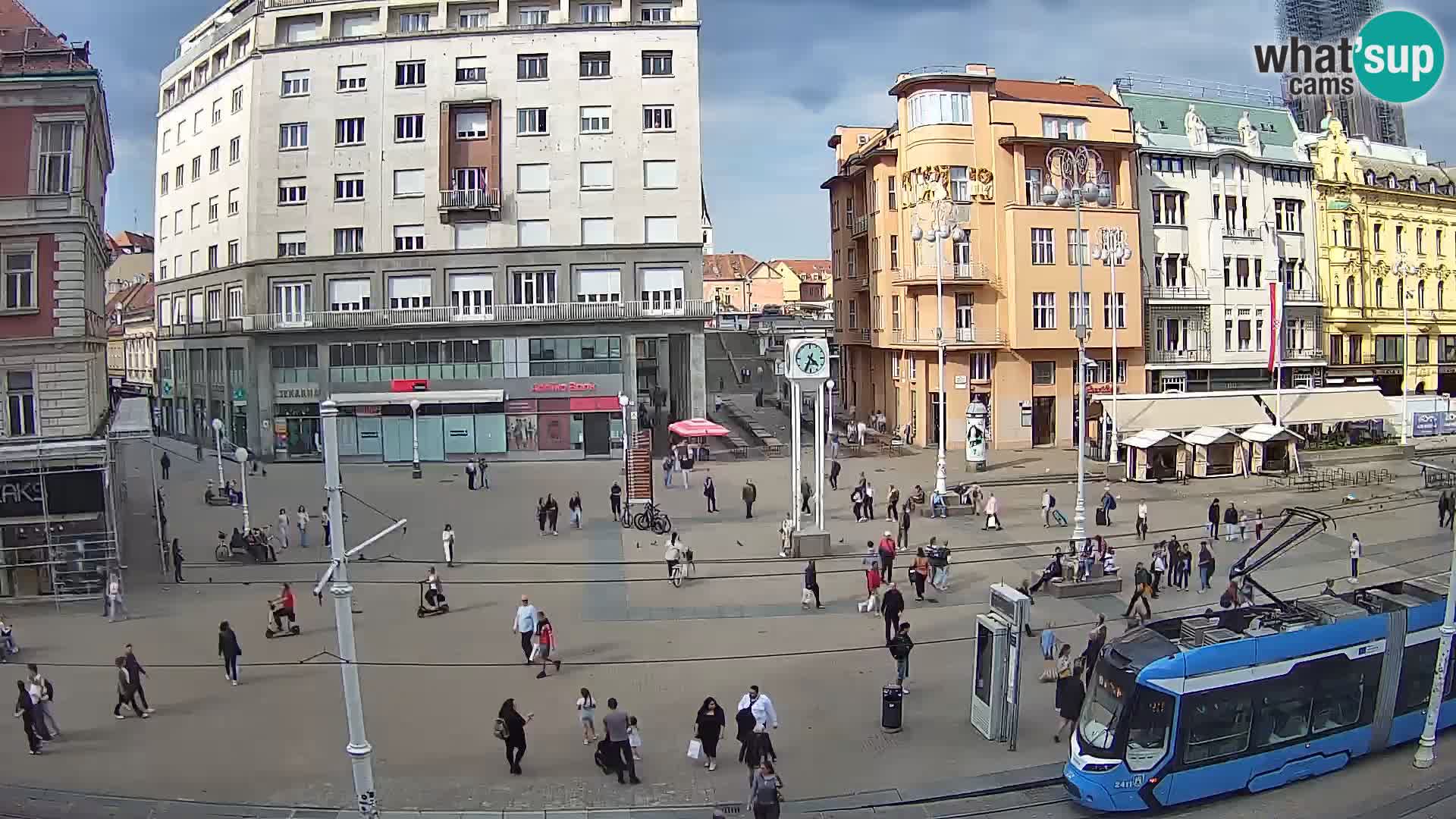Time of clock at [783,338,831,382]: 4:34
